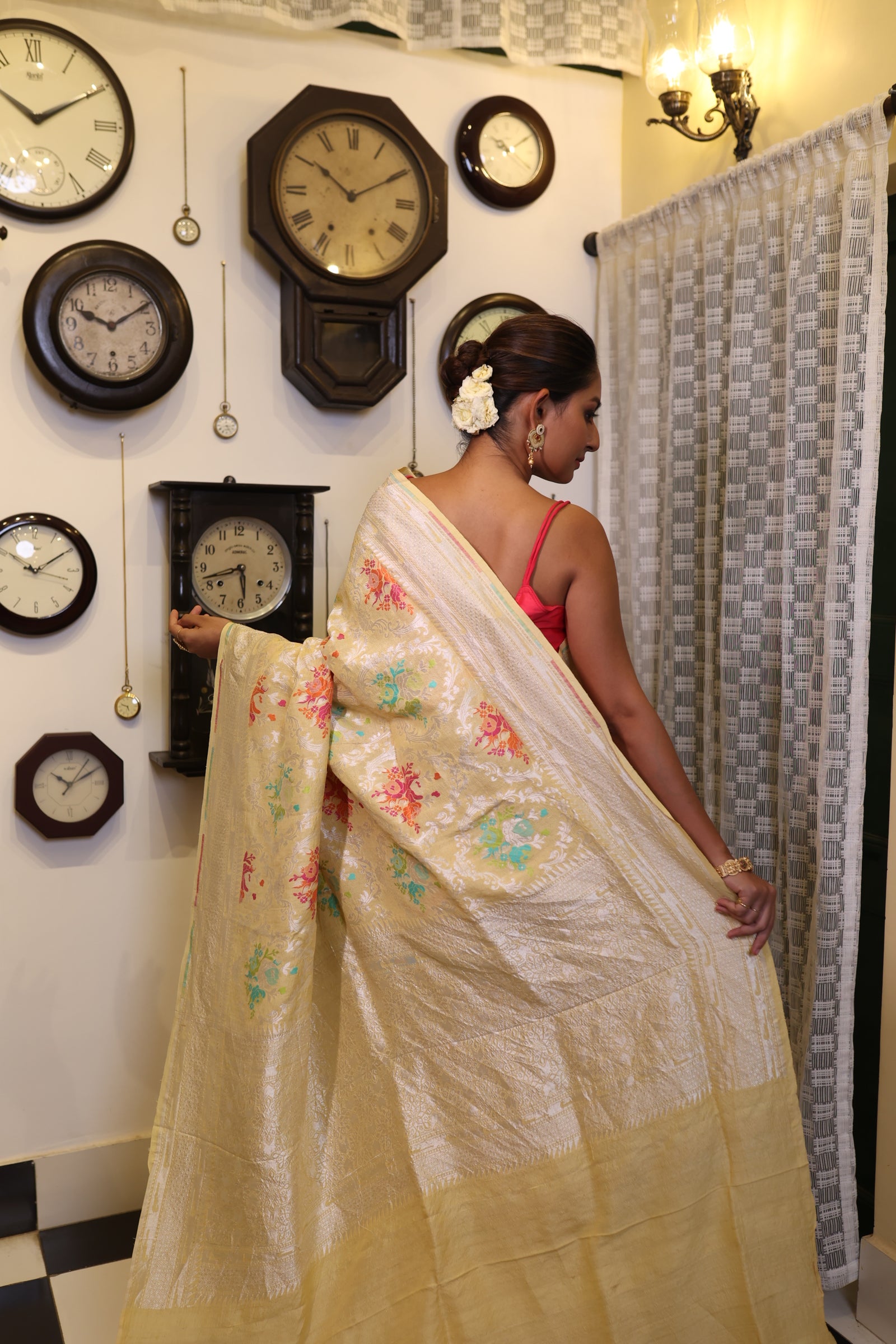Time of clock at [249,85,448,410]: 10:10
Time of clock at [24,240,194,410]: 10:09
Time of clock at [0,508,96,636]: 10:09
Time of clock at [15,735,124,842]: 10:09
